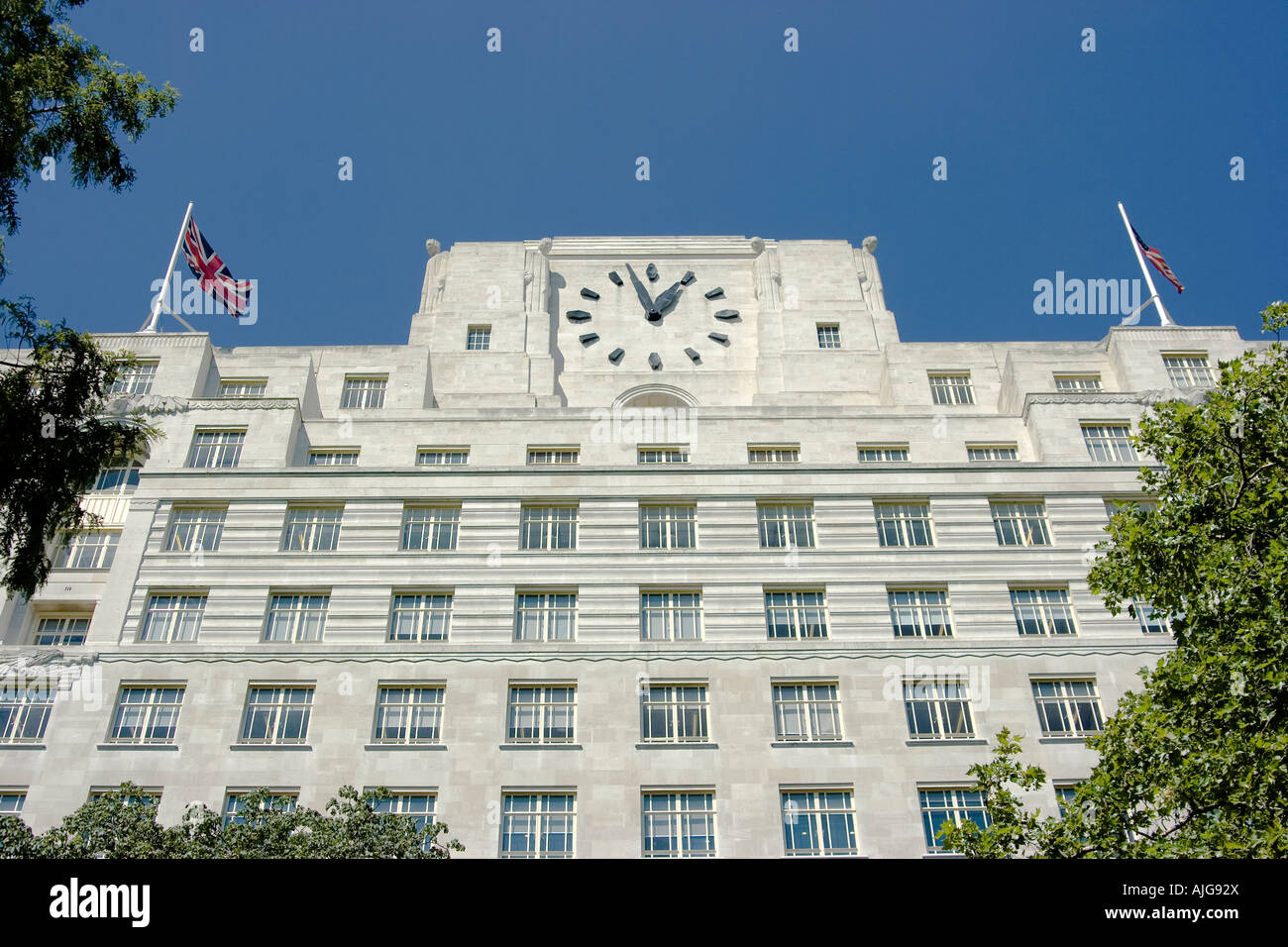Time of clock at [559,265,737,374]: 12:57
